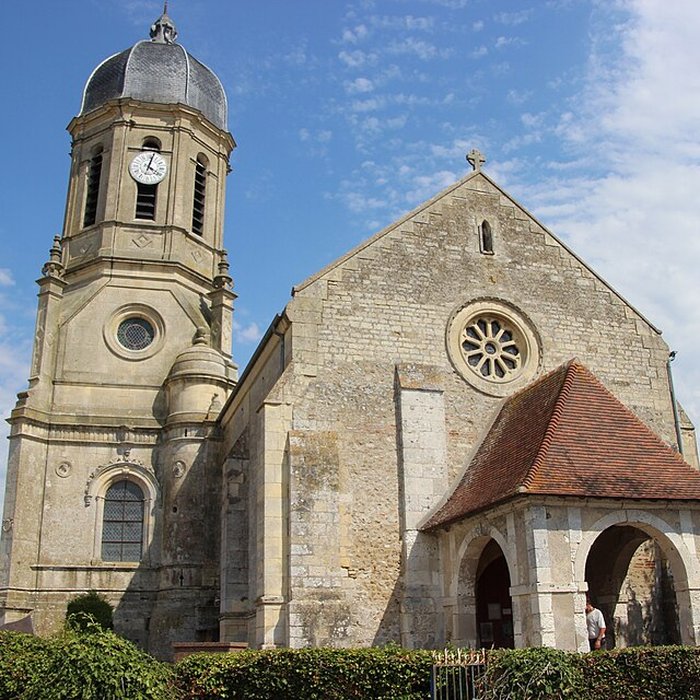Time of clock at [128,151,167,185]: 4:02
